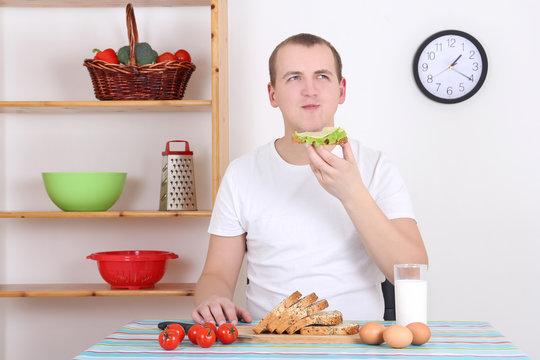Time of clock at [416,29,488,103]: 1:20
